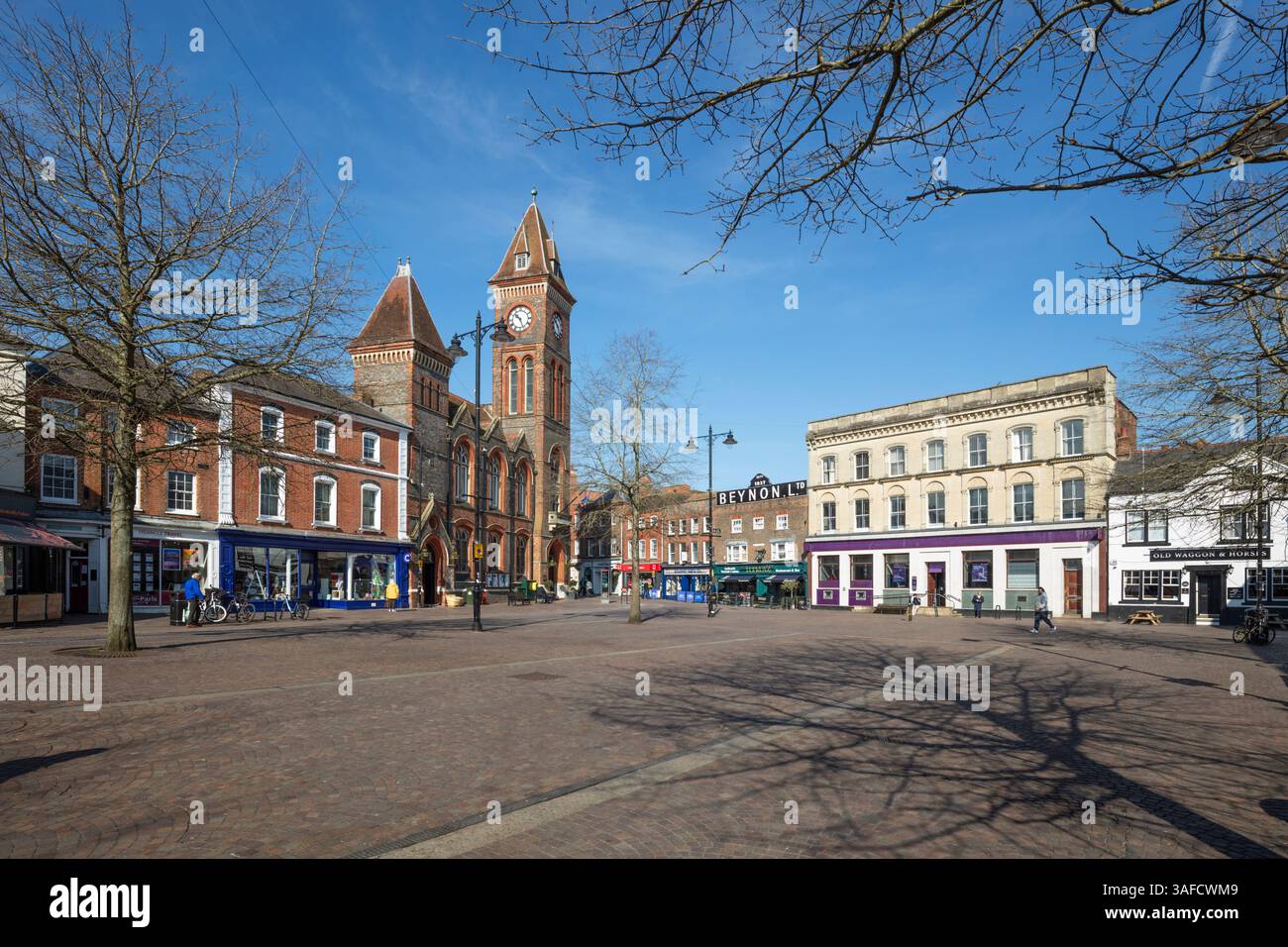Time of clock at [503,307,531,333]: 10:26
